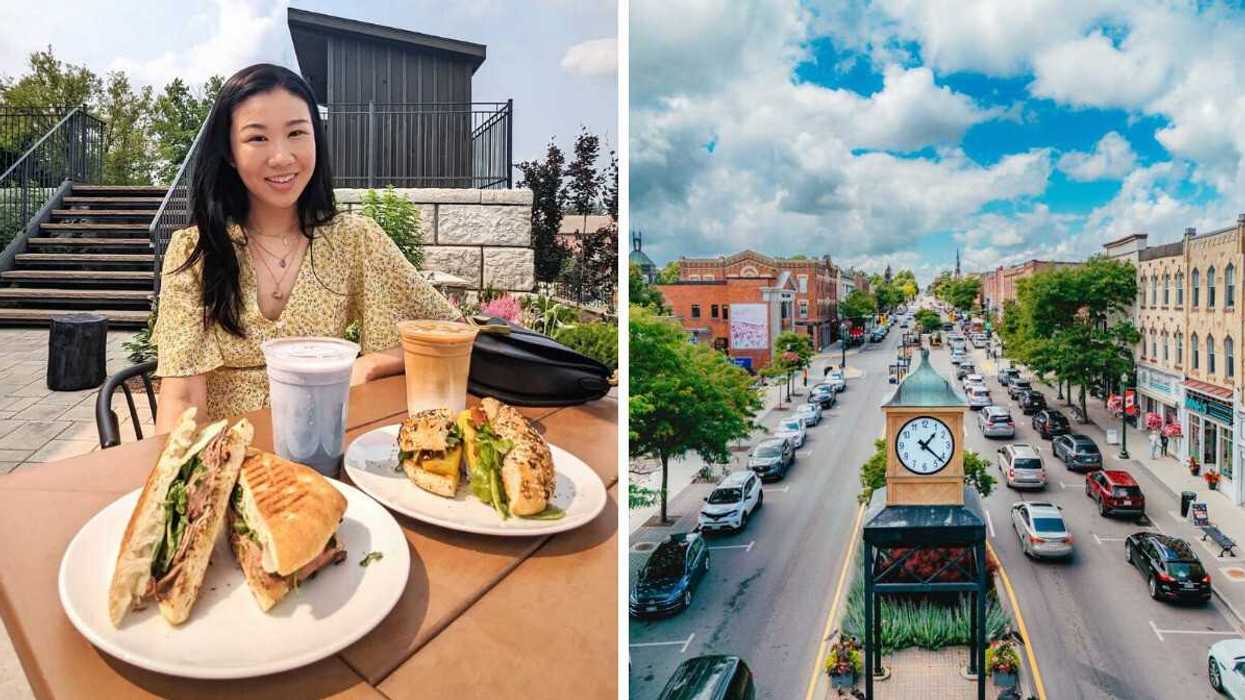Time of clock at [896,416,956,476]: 1:21
